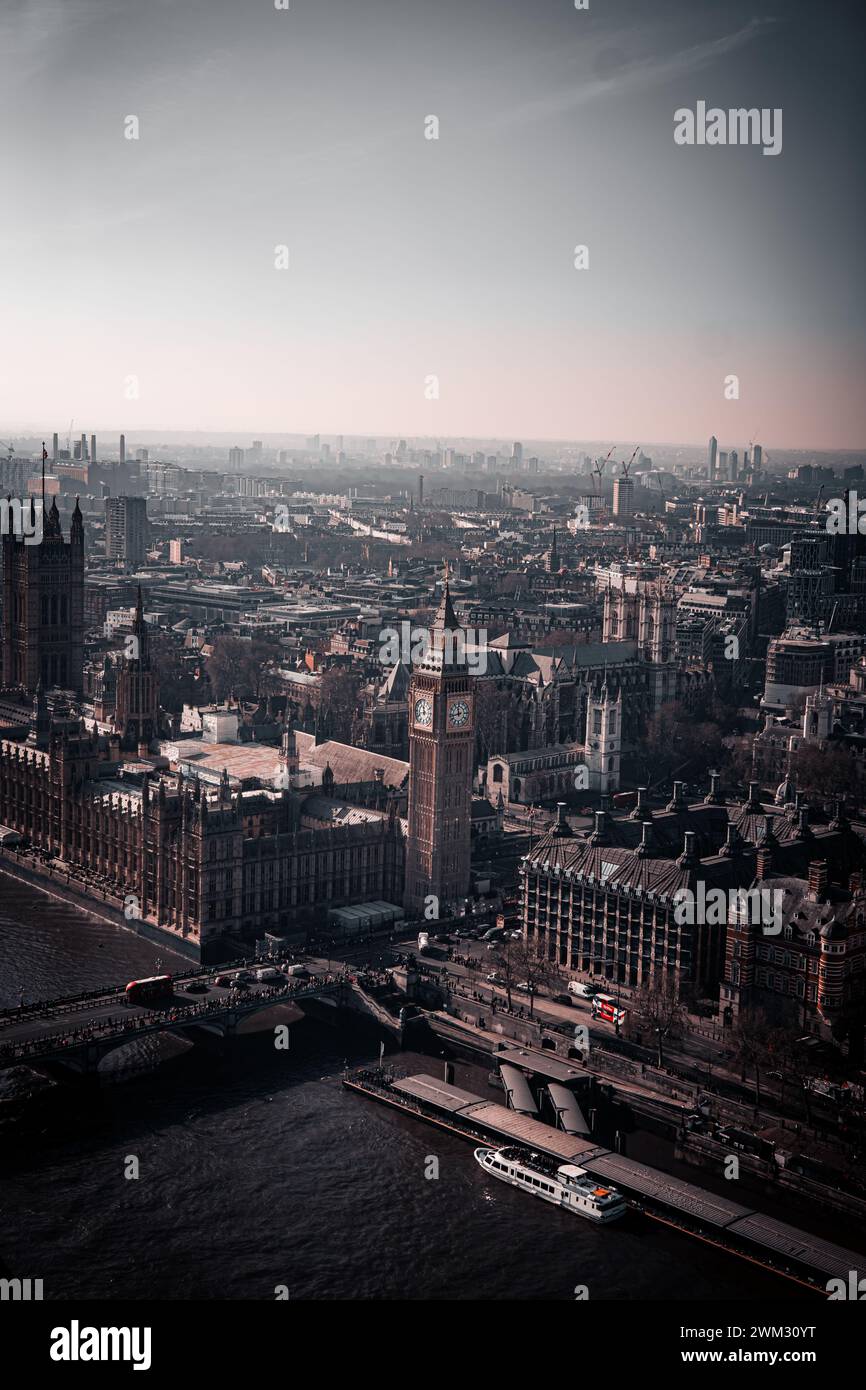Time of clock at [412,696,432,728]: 11:42
